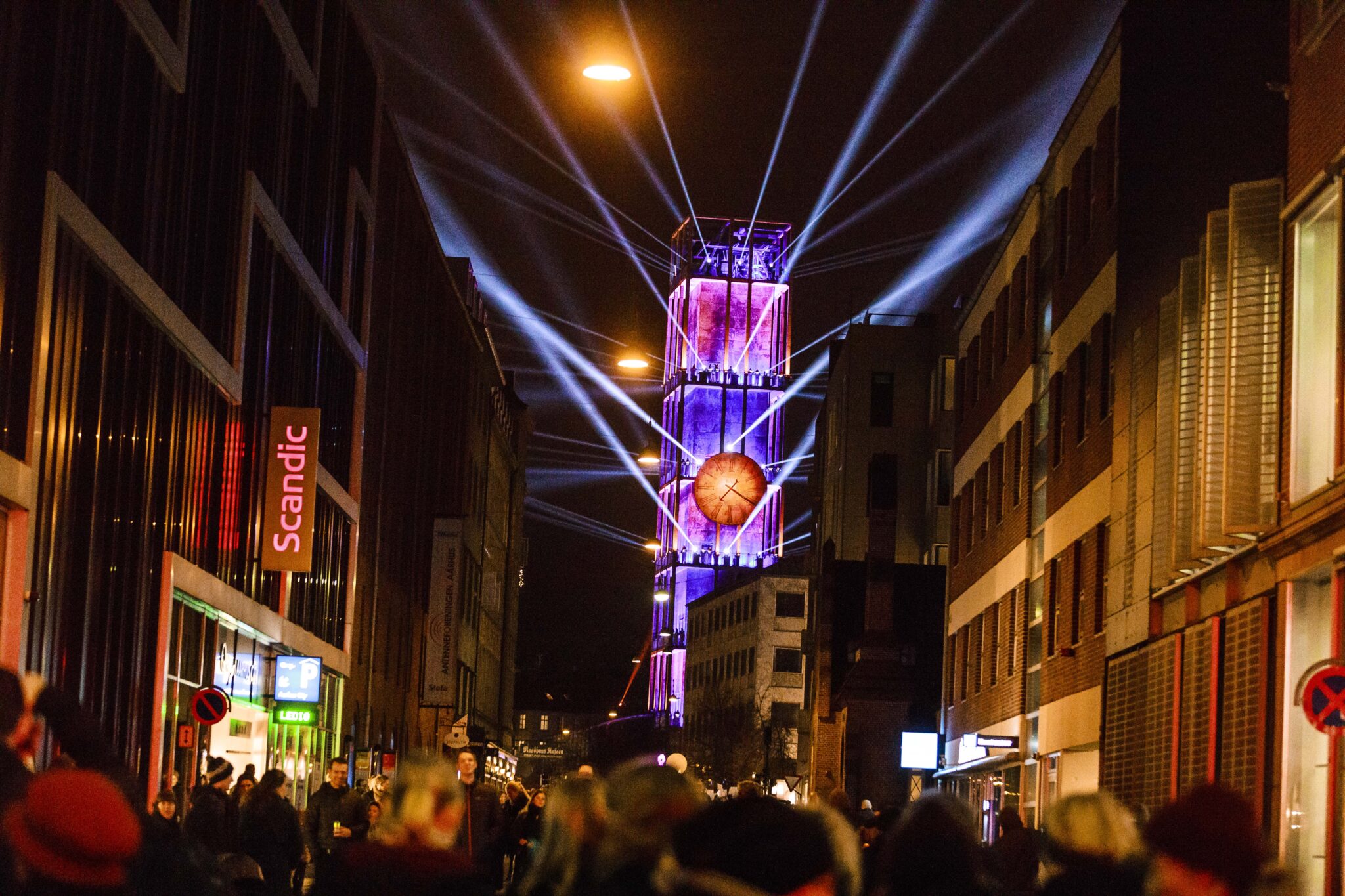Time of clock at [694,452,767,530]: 7:19
